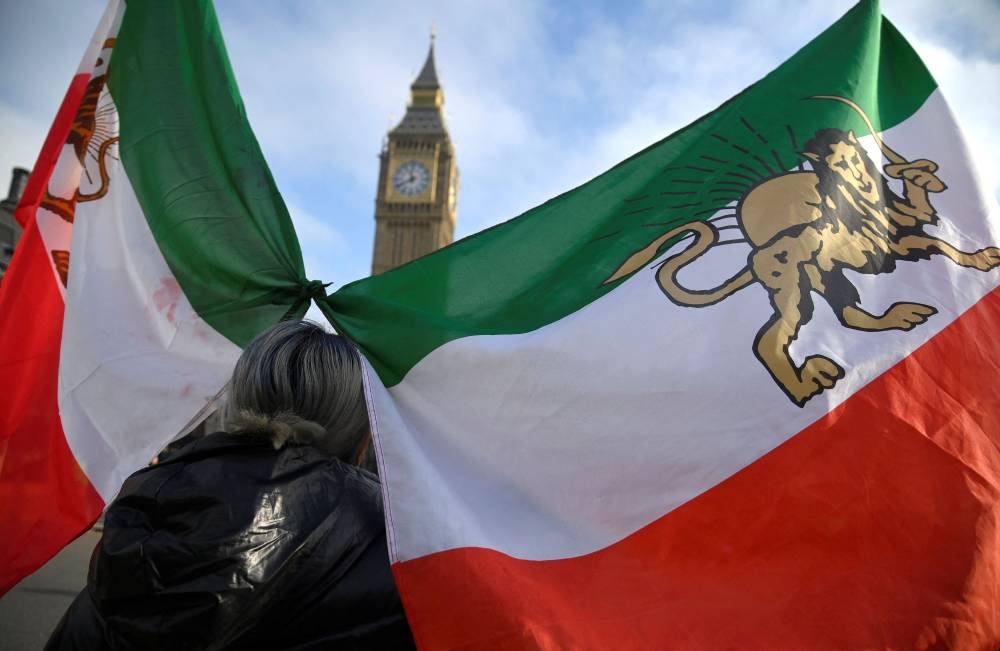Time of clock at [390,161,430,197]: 11:40
